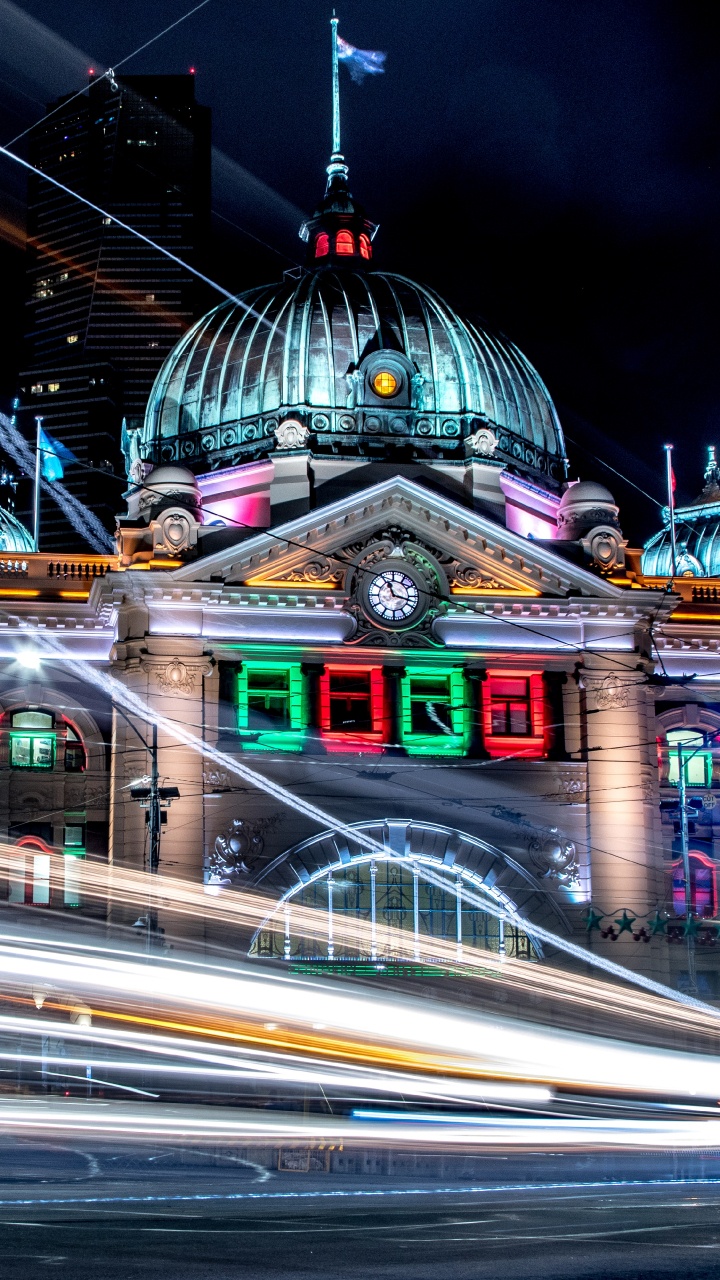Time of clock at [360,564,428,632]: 11:17
